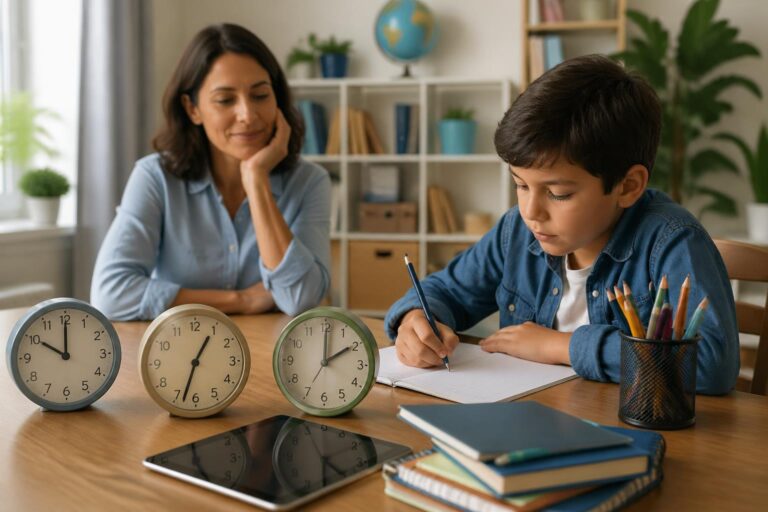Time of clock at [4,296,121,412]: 10:00
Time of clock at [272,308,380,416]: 2:00
